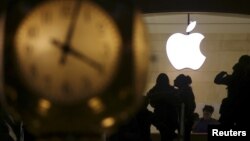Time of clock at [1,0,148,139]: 4:02
